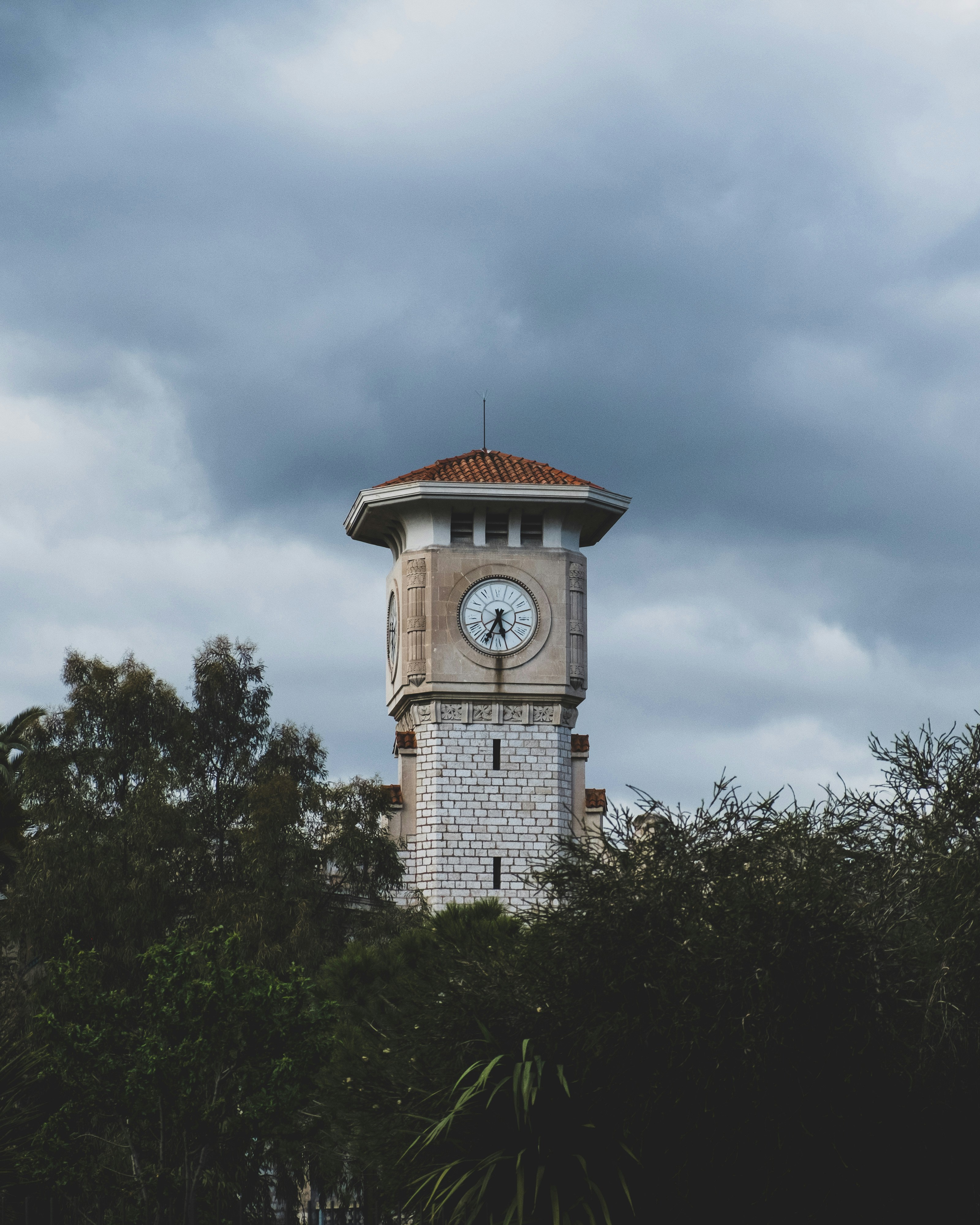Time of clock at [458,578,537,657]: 5:34
